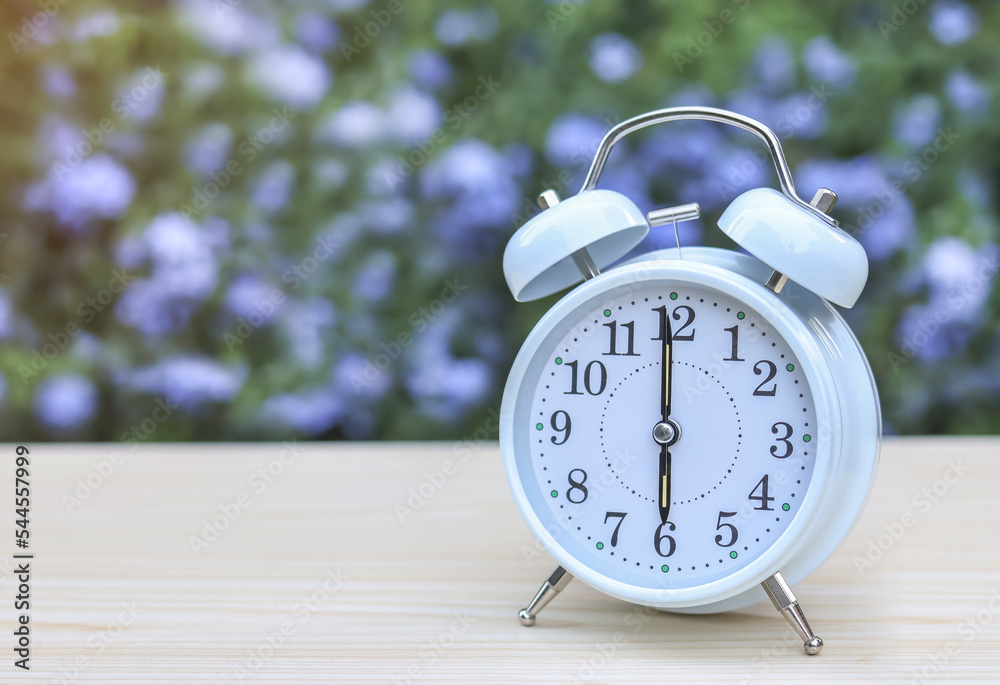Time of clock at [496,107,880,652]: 5:59
